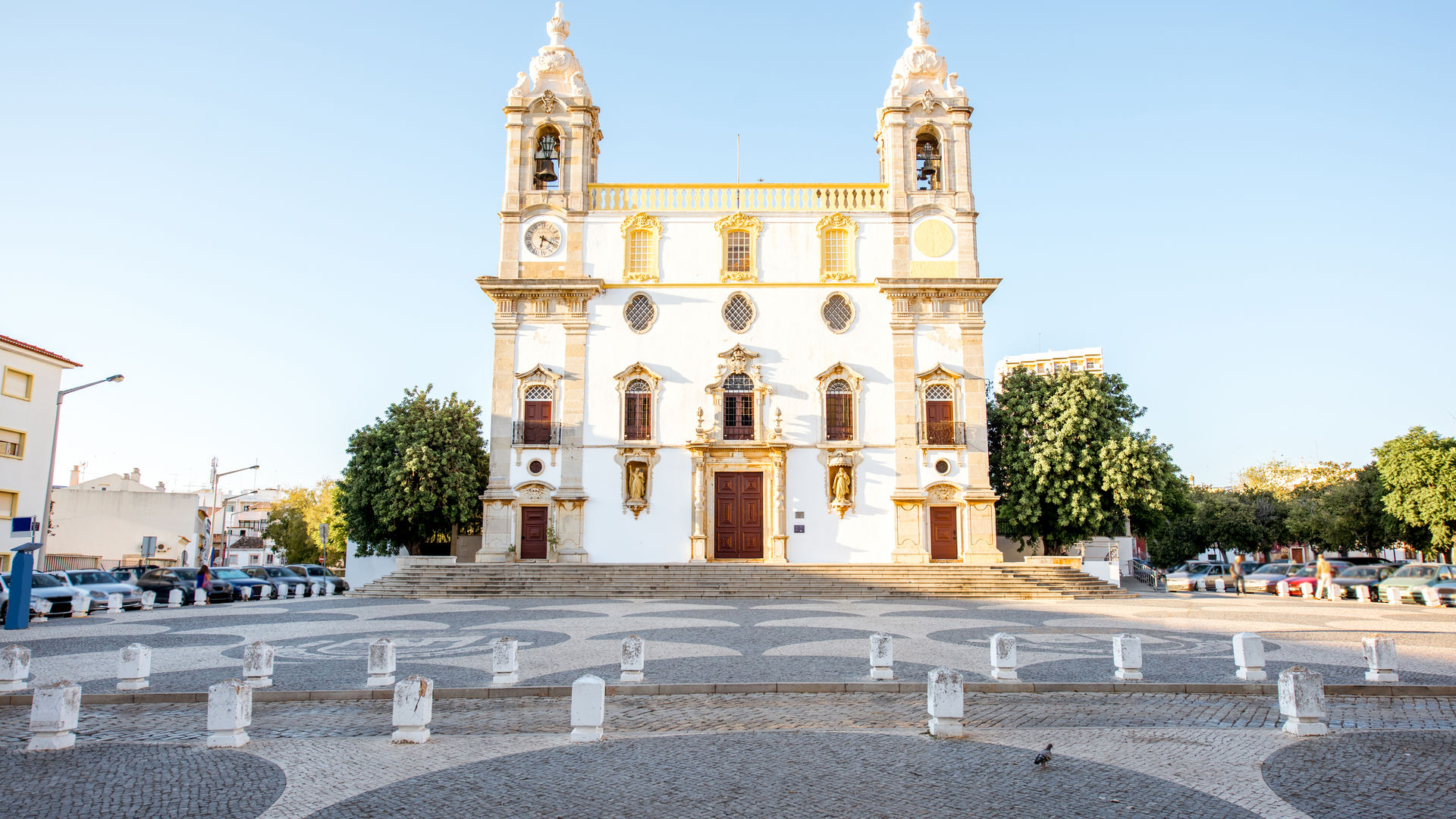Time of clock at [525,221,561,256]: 6:20
